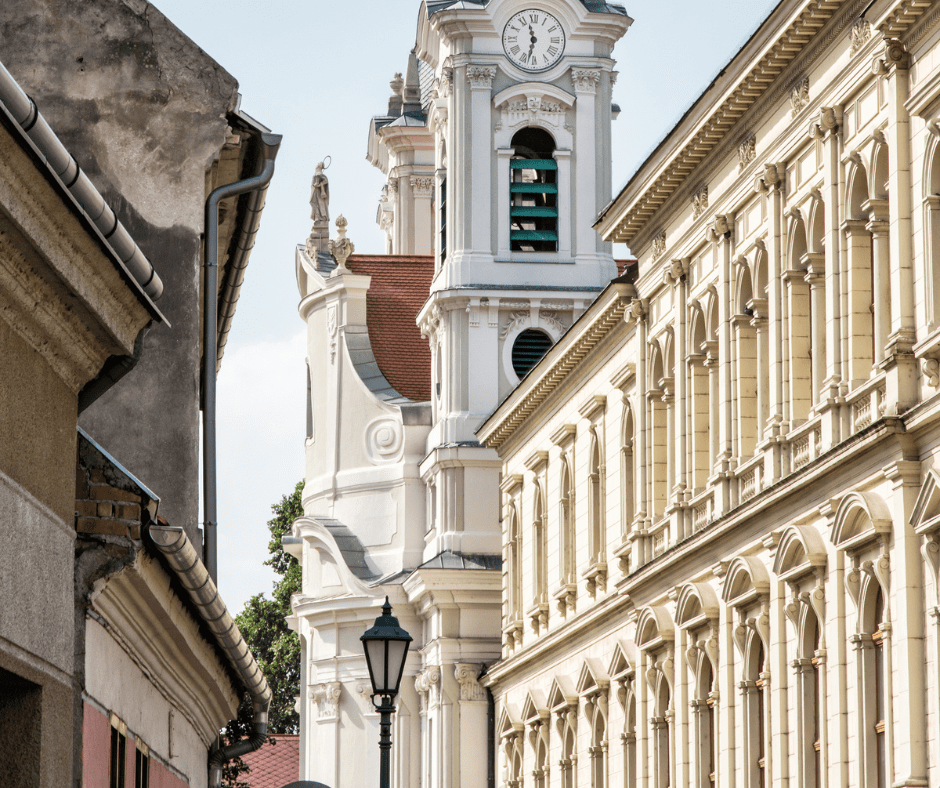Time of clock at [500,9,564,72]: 11:32
